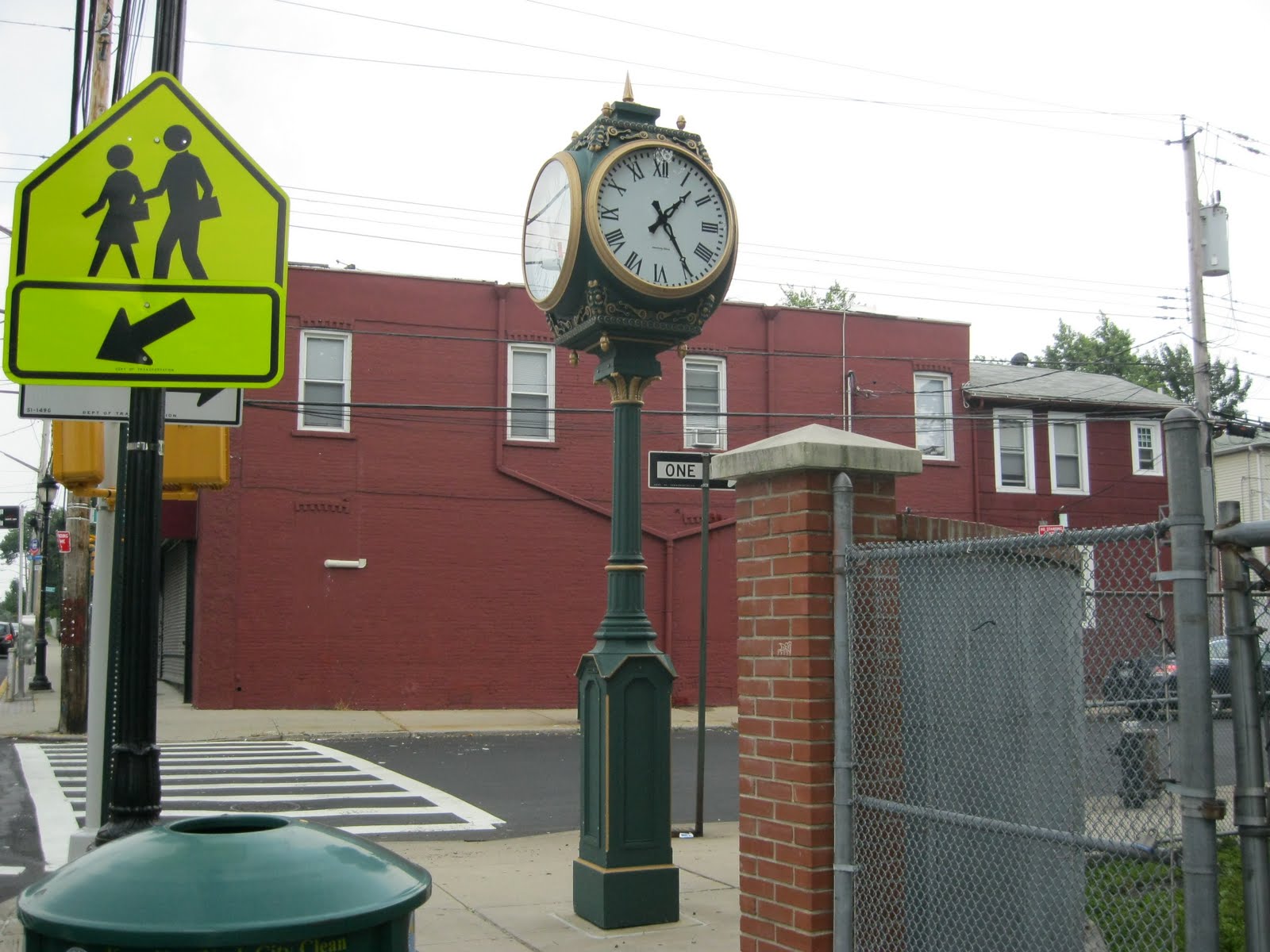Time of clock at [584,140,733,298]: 1:24
